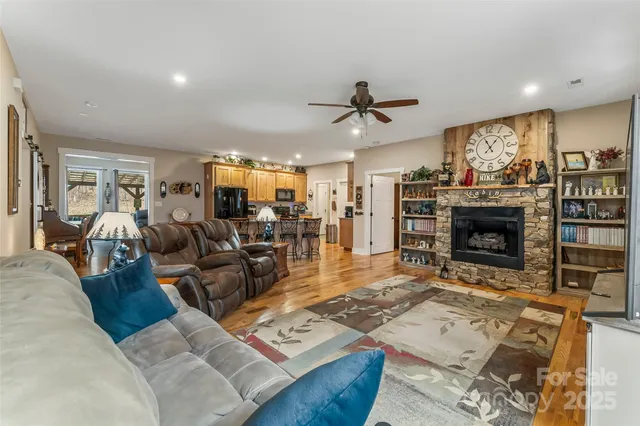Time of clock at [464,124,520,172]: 11:07
